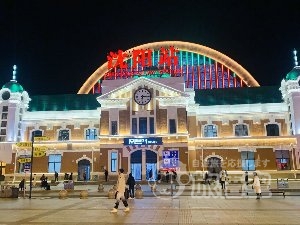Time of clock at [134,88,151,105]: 6:15
